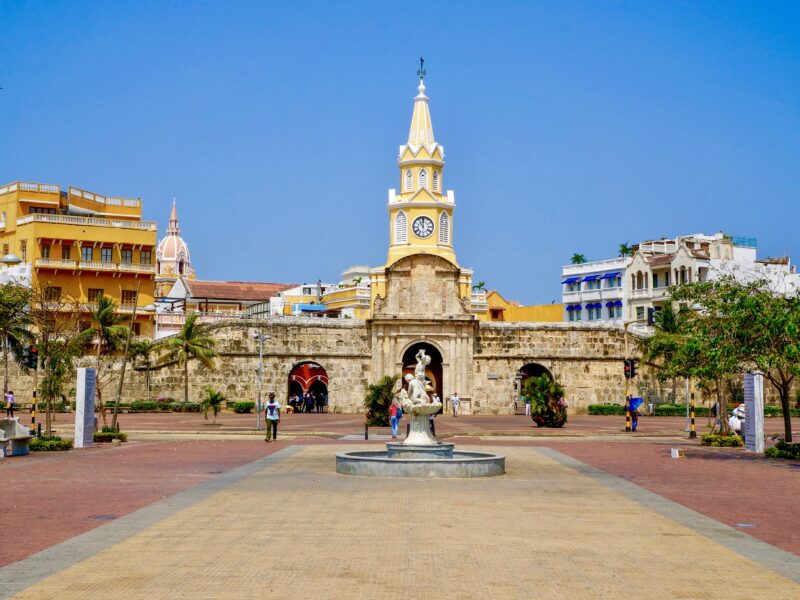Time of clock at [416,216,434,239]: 11:00
